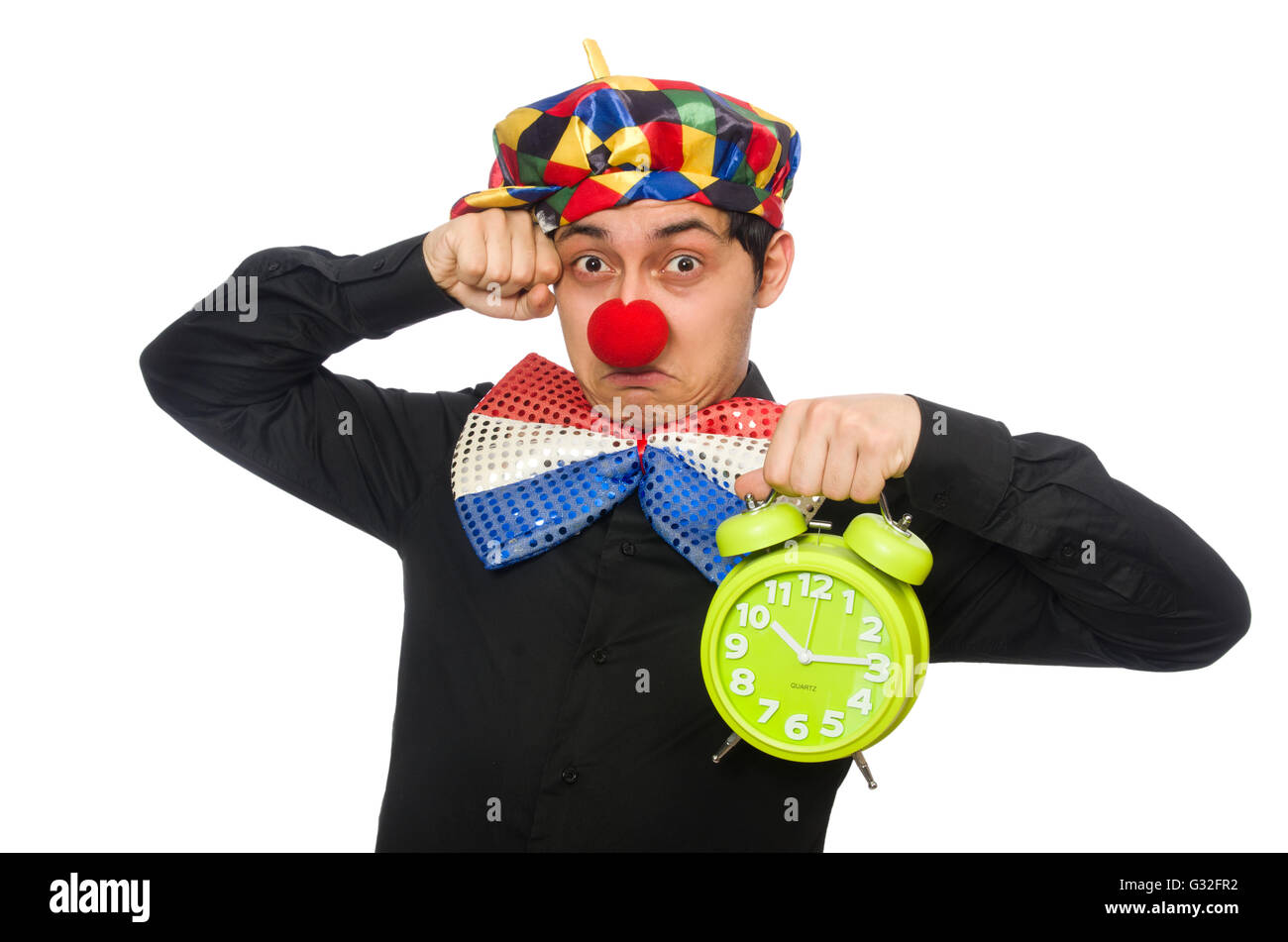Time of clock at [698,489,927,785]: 10:14
